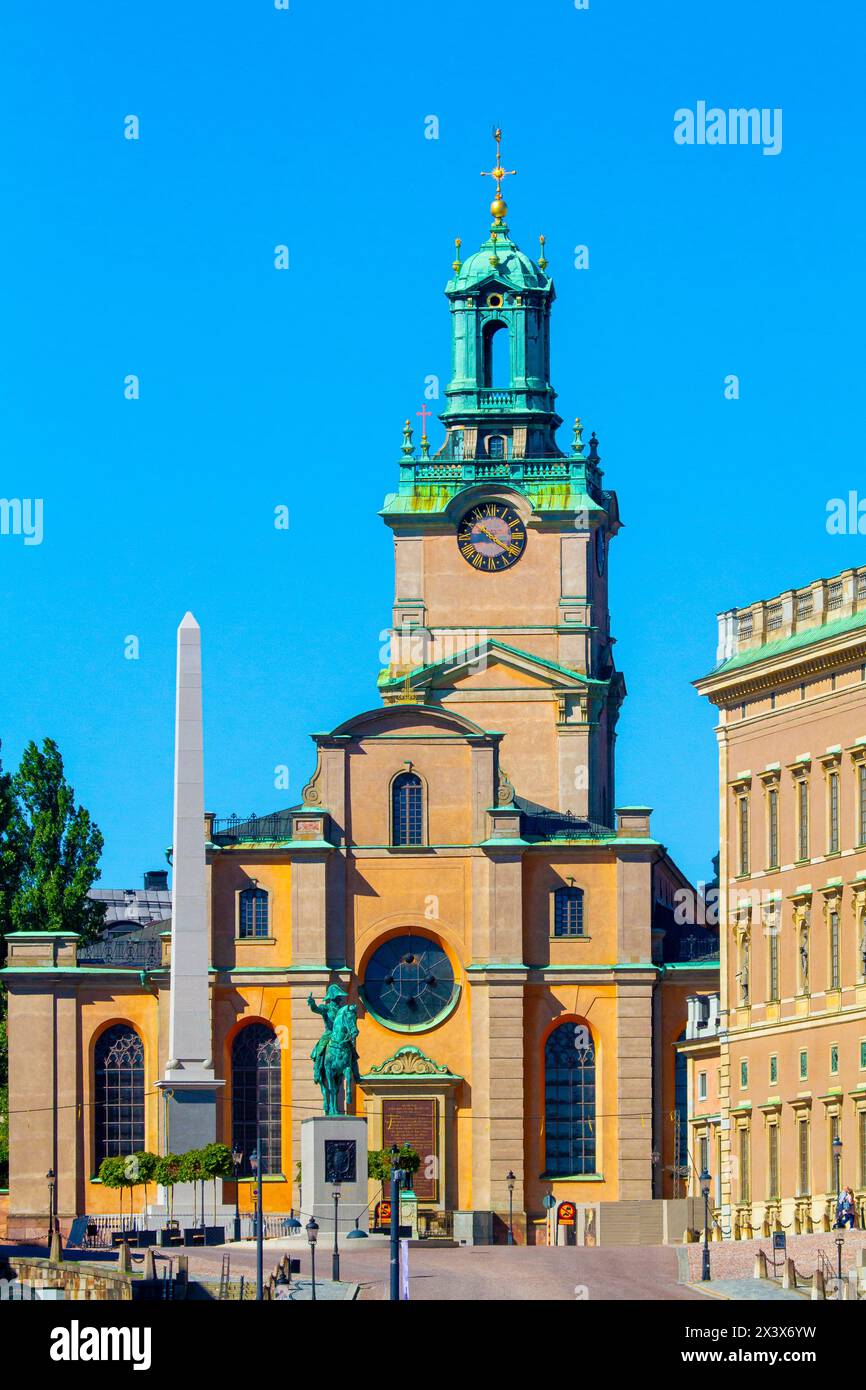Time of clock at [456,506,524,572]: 4:20
